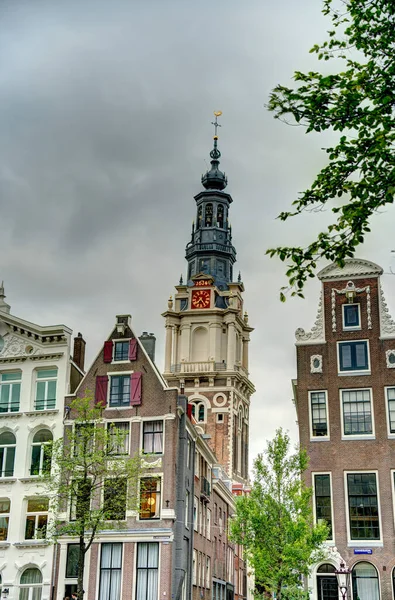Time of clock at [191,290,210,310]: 7:24
